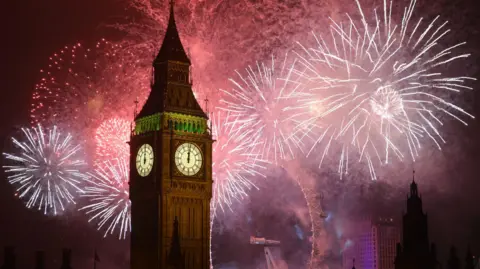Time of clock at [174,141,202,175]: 12:01
